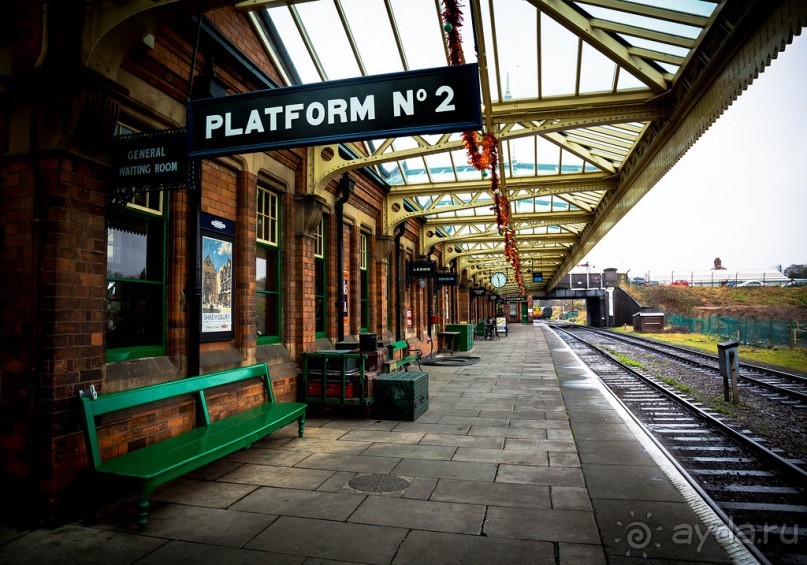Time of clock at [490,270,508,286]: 11:28
